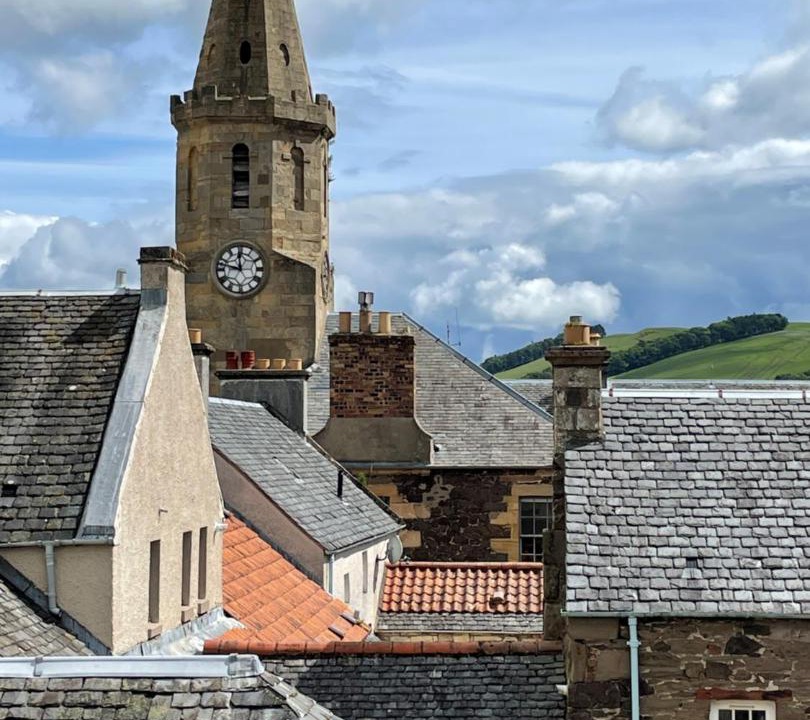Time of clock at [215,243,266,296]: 11:47
